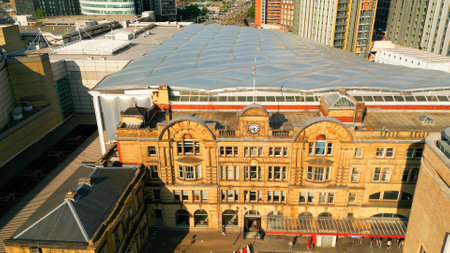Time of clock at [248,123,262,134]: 5:41
